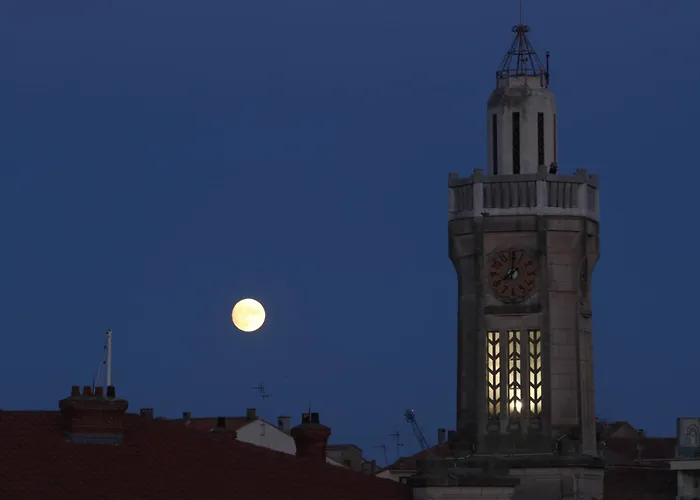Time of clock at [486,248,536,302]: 8:00
